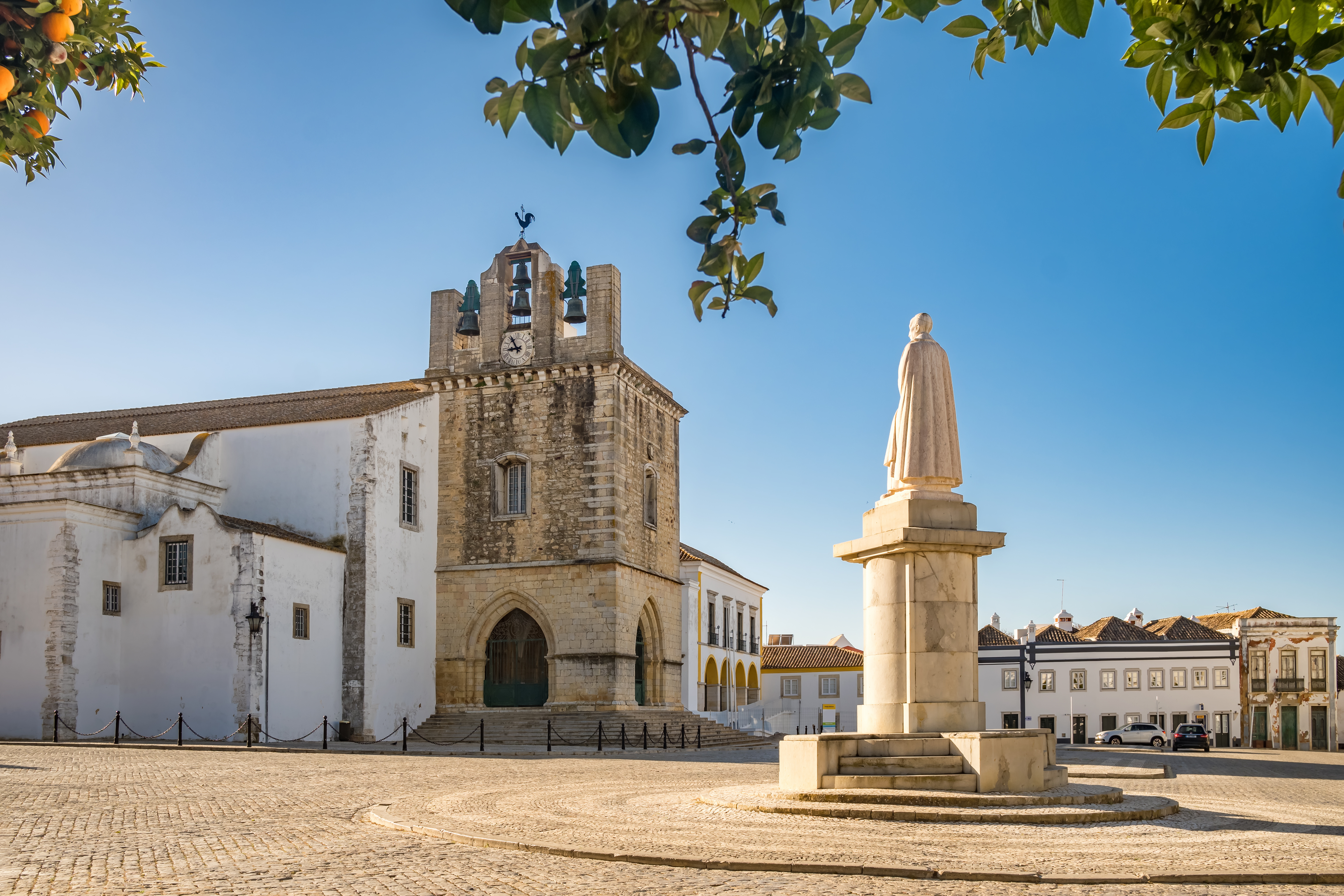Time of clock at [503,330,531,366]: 8:54
